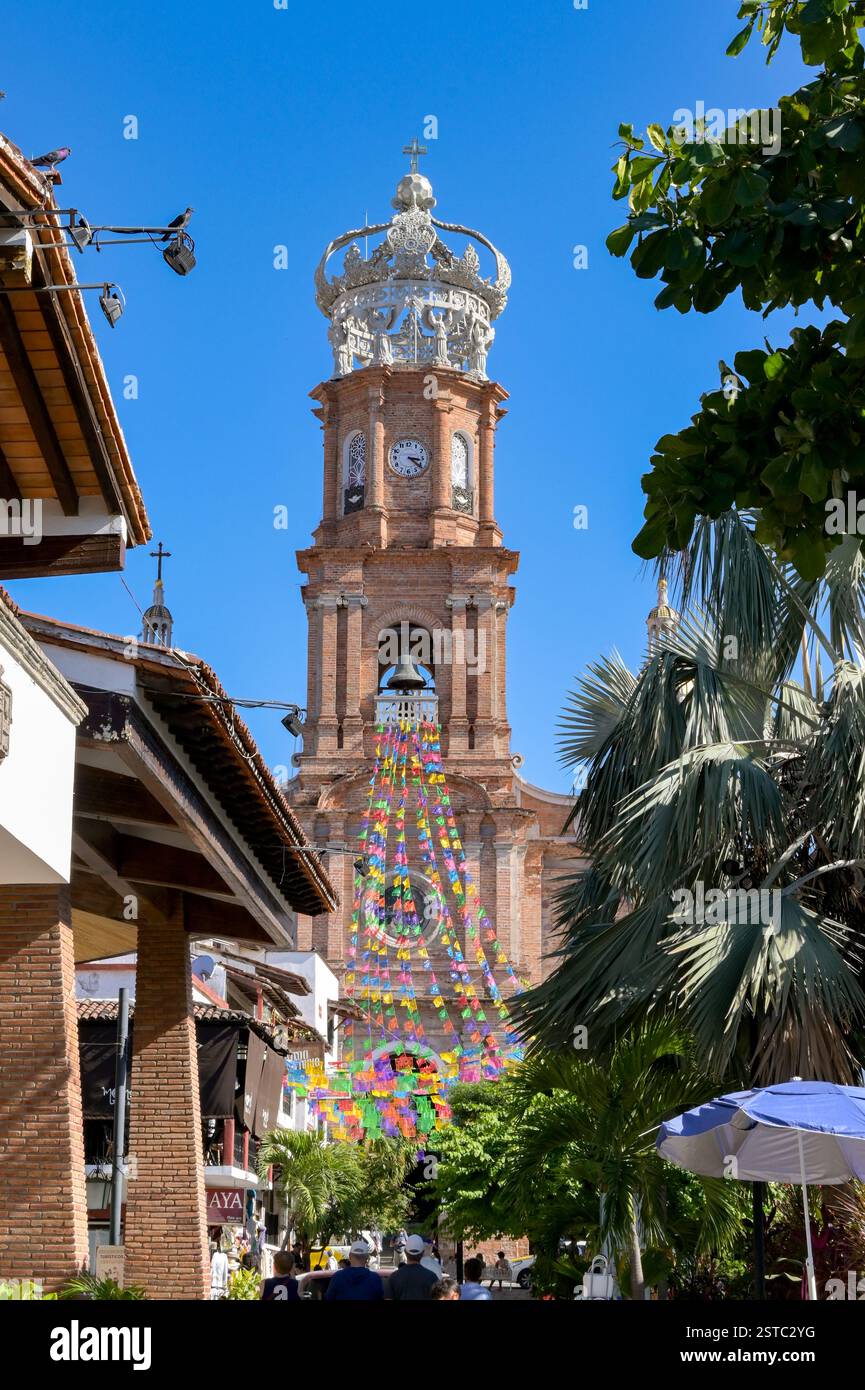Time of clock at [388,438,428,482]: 3:21
